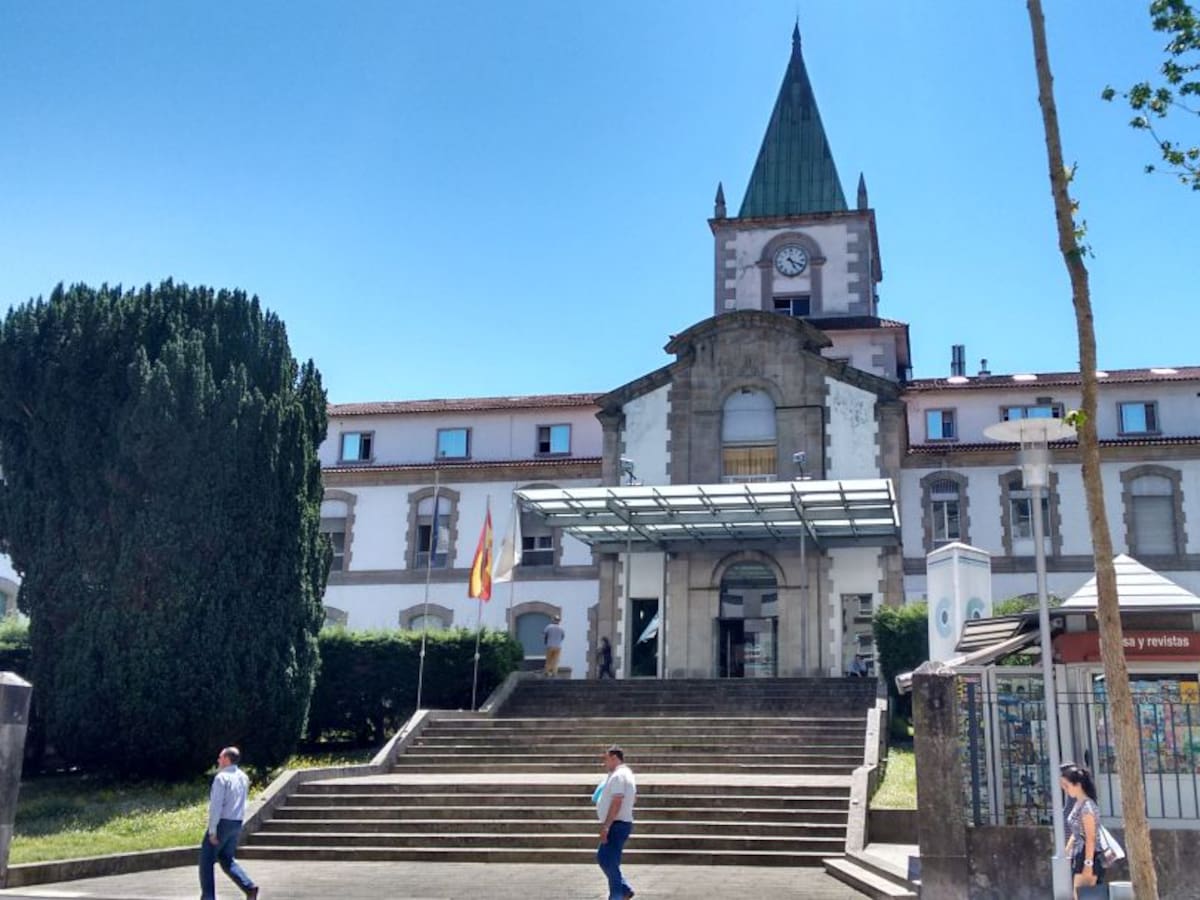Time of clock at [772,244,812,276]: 5:18
